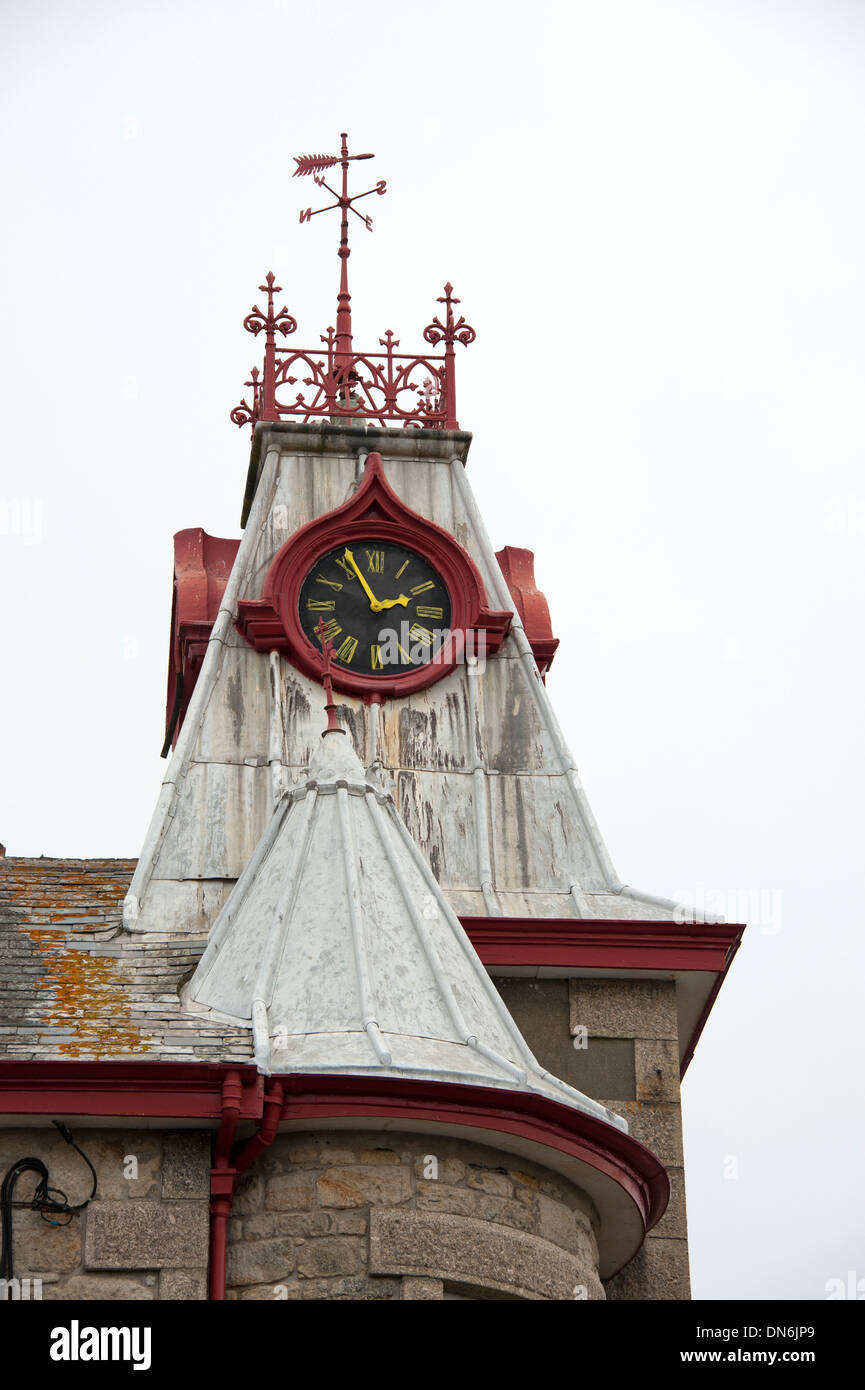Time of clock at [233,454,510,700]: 1:56
